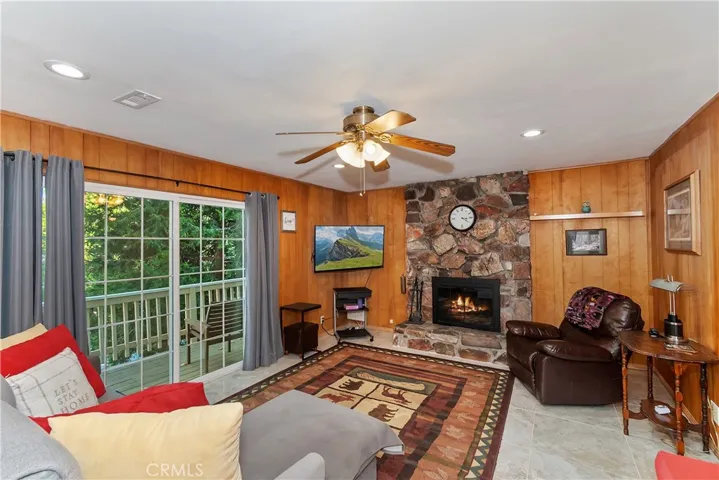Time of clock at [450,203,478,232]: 3:21
